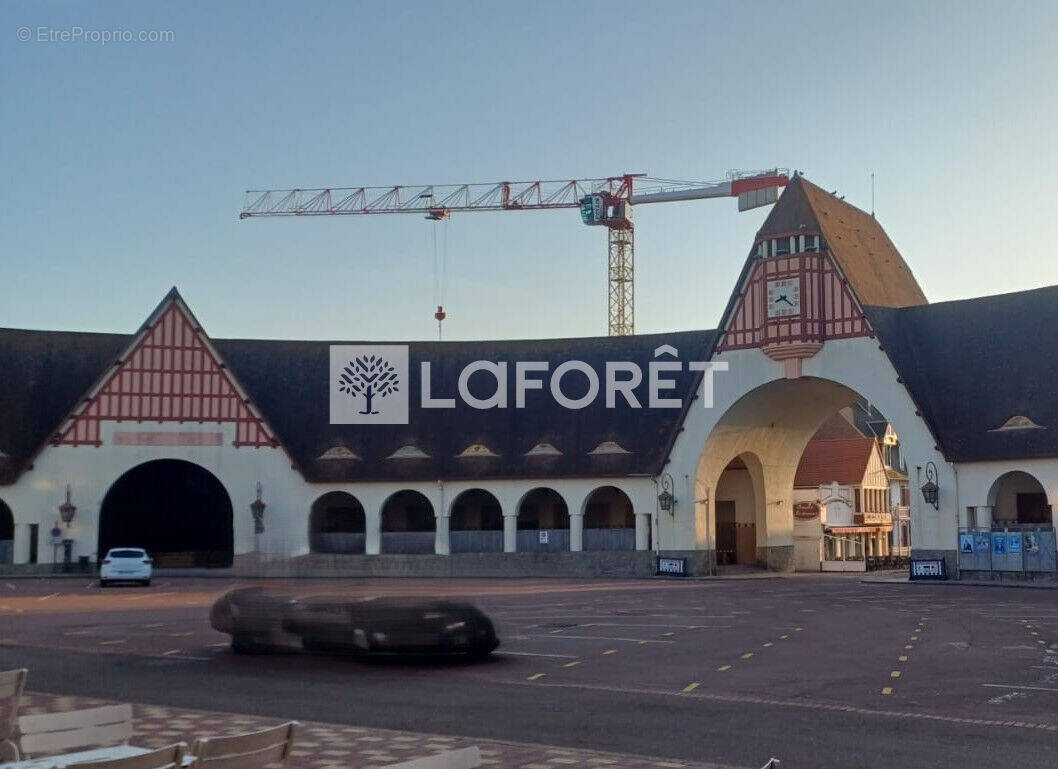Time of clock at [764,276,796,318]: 8:21
